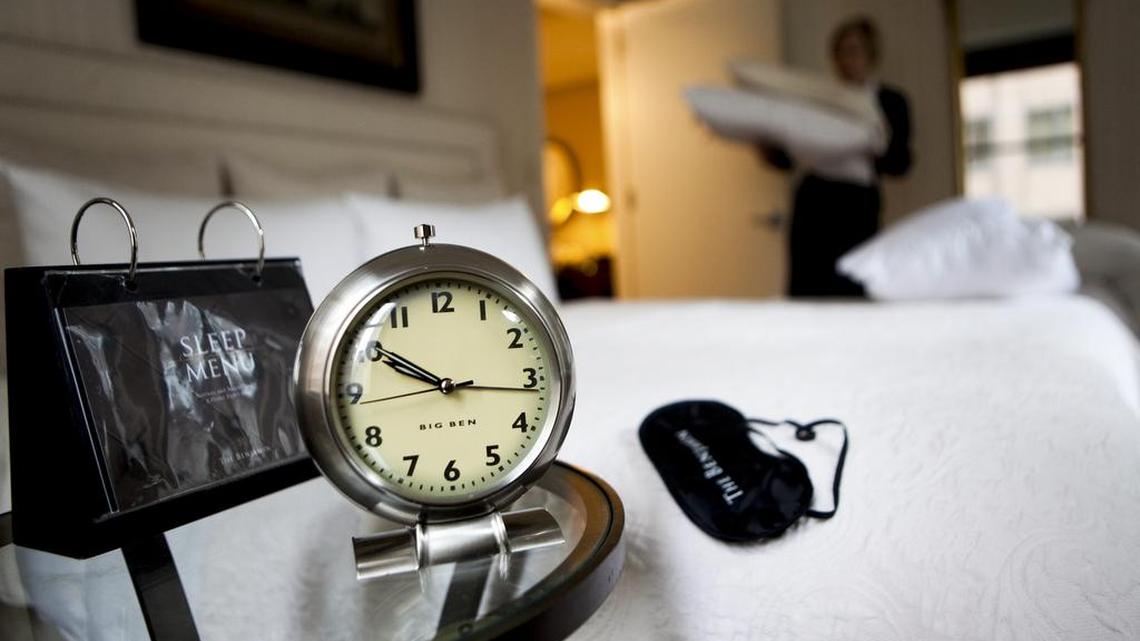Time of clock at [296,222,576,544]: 9:50
